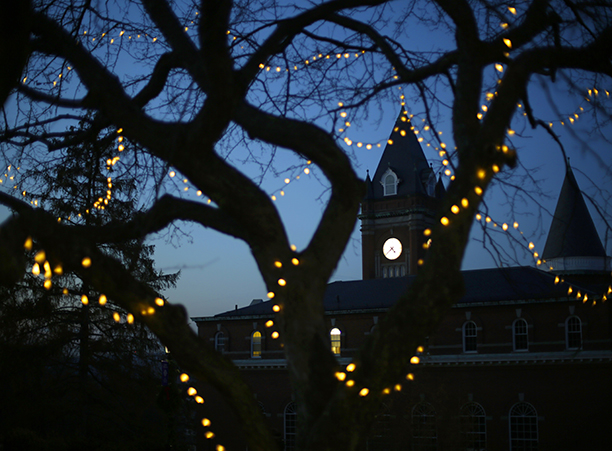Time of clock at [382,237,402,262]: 4:38
